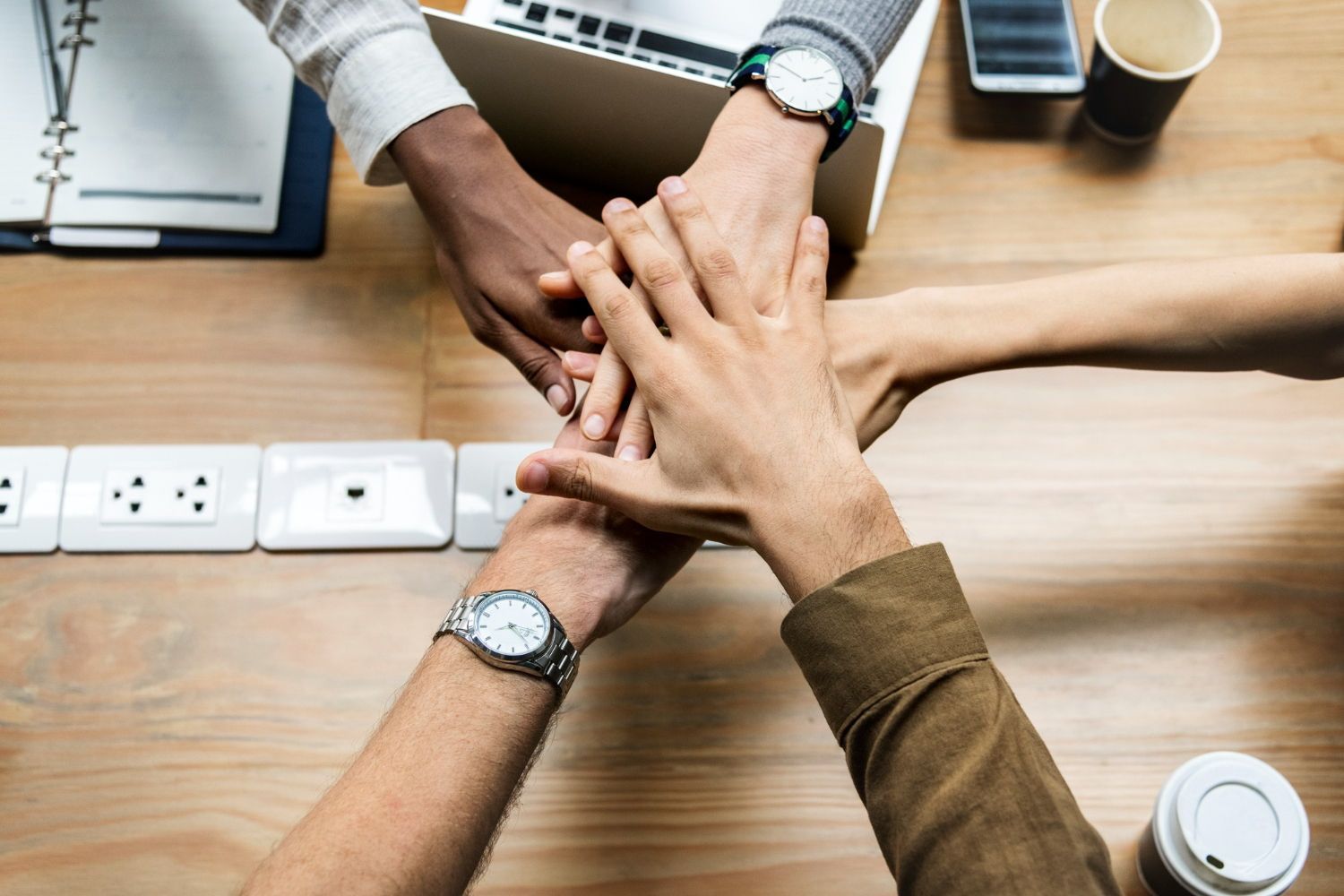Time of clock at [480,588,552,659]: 8:23
